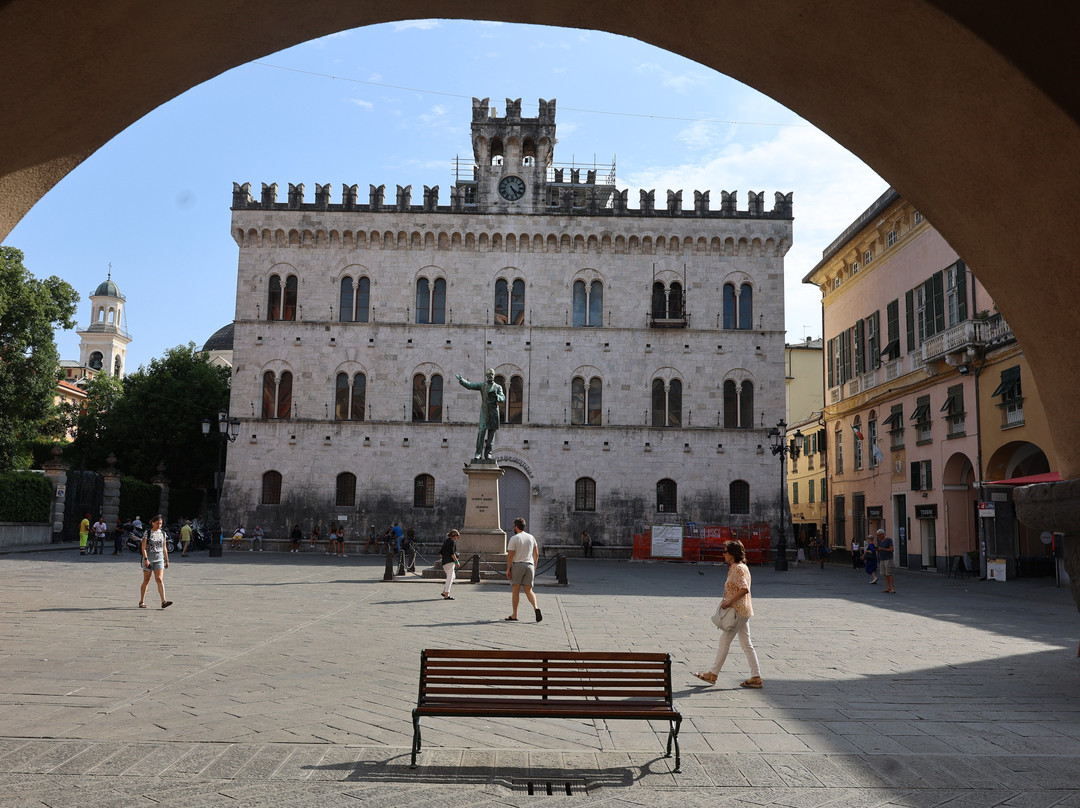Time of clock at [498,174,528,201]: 4:25
